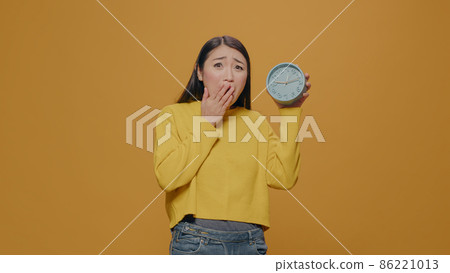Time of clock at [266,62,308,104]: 9:12
